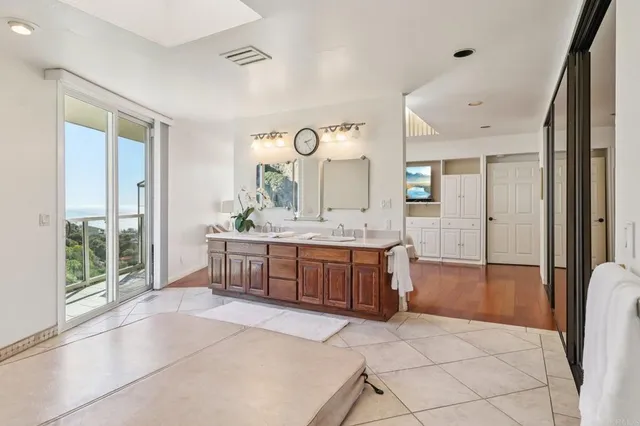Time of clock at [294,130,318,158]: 2:24
